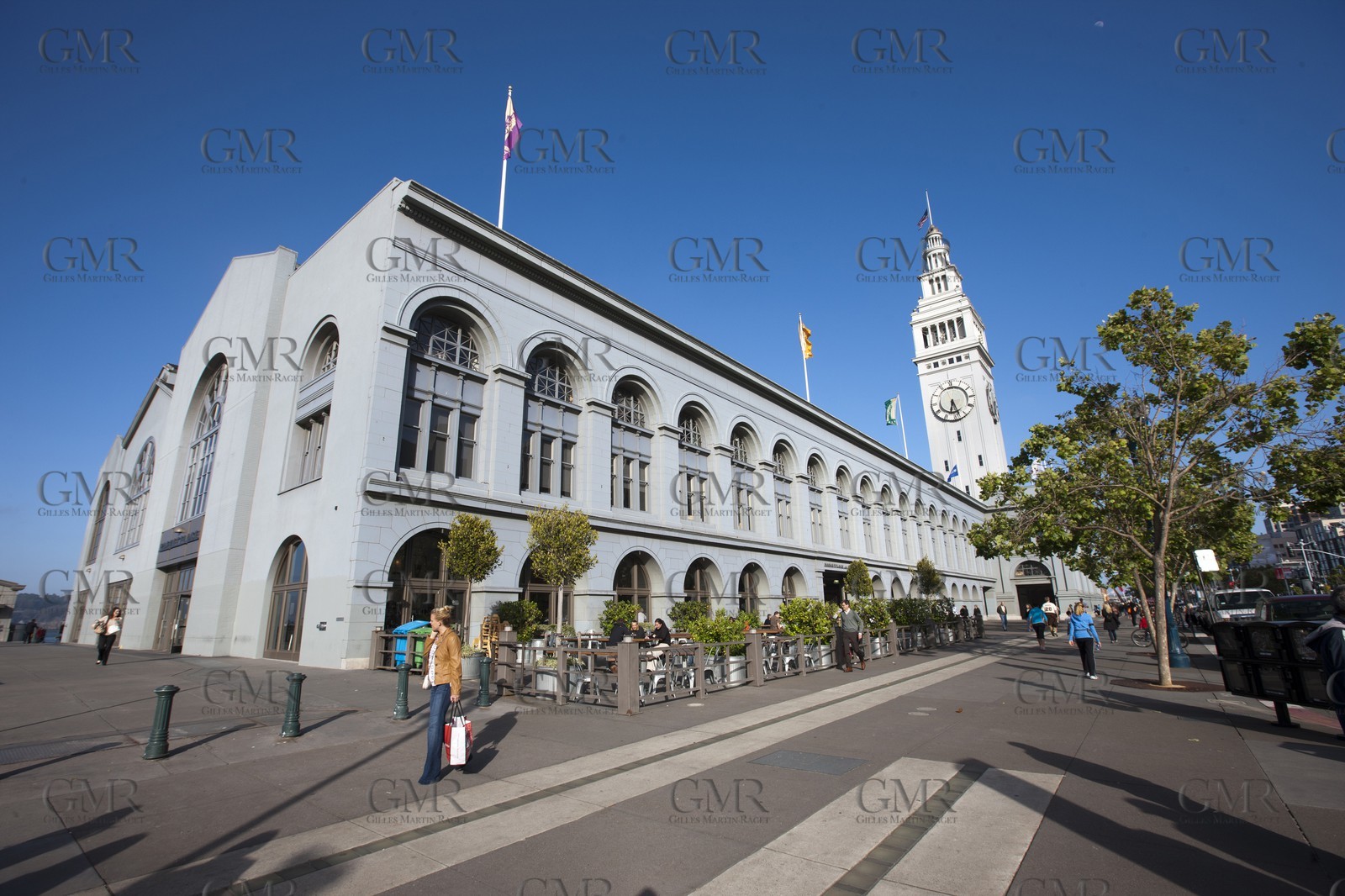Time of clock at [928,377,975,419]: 6:28
